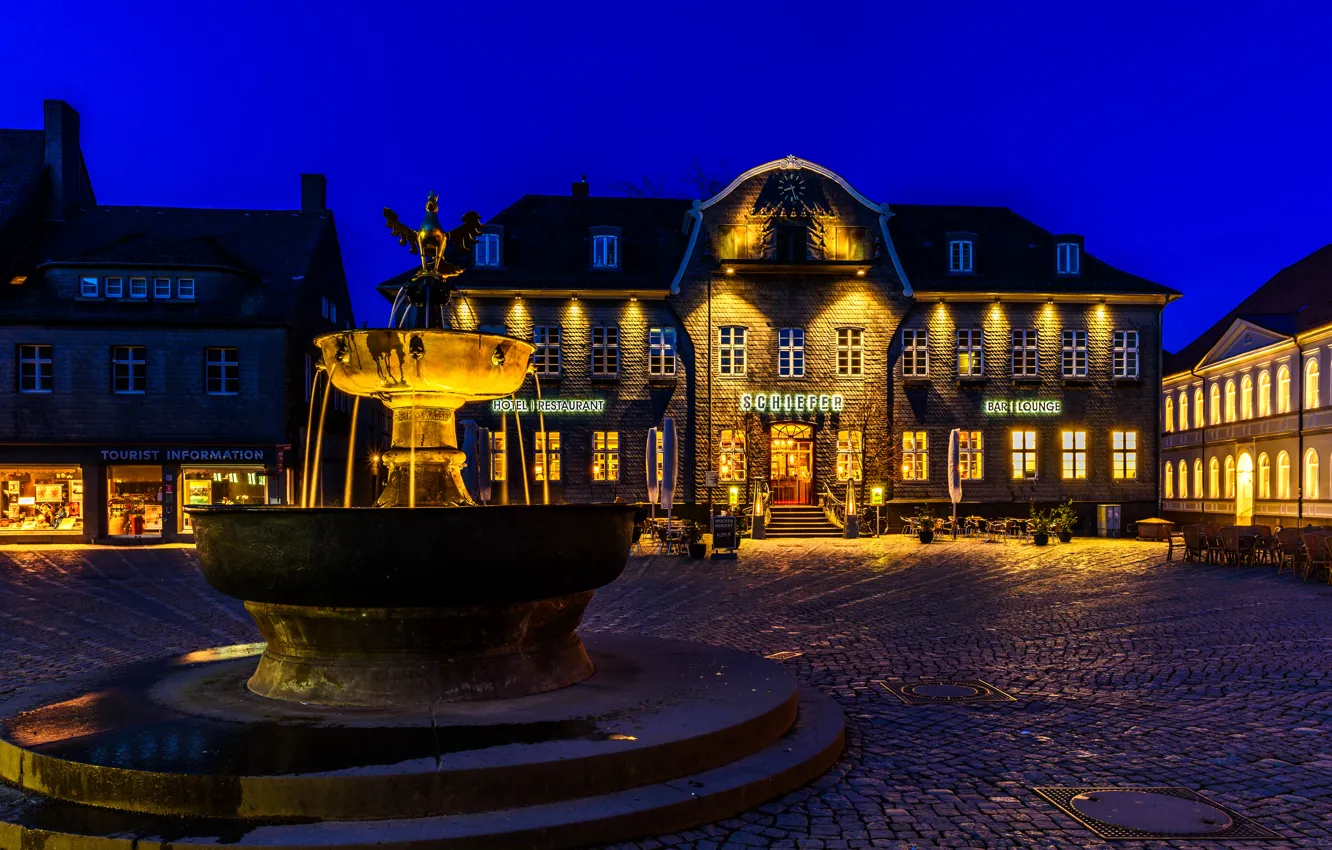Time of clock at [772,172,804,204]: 8:27
